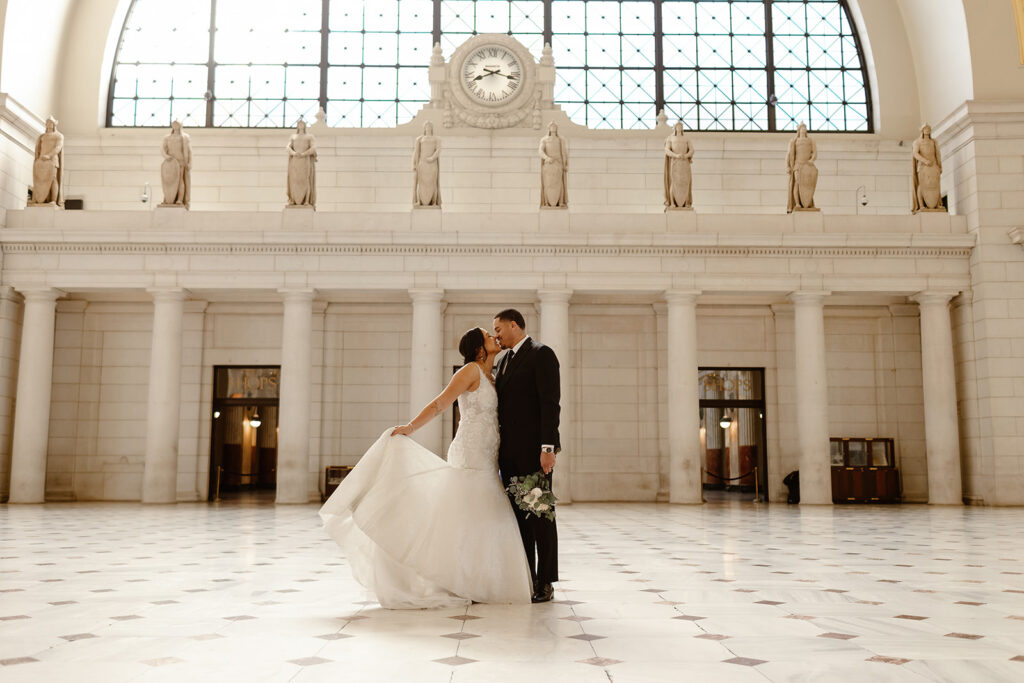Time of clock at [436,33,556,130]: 8:17
